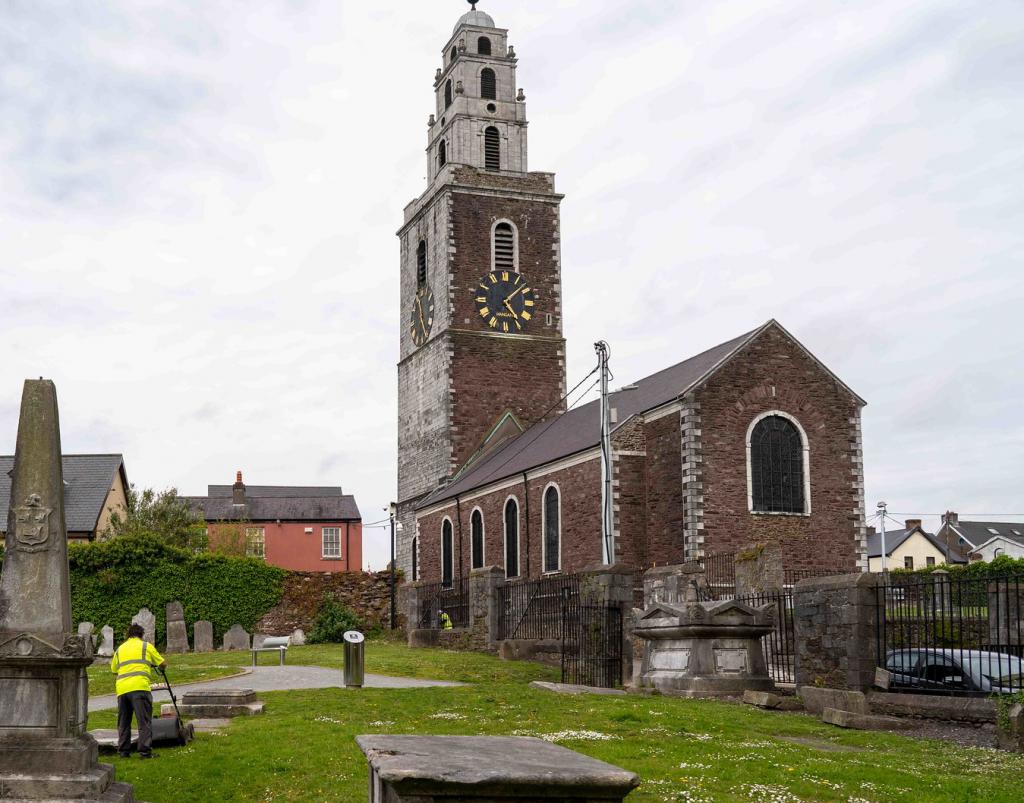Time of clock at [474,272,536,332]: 5:08
